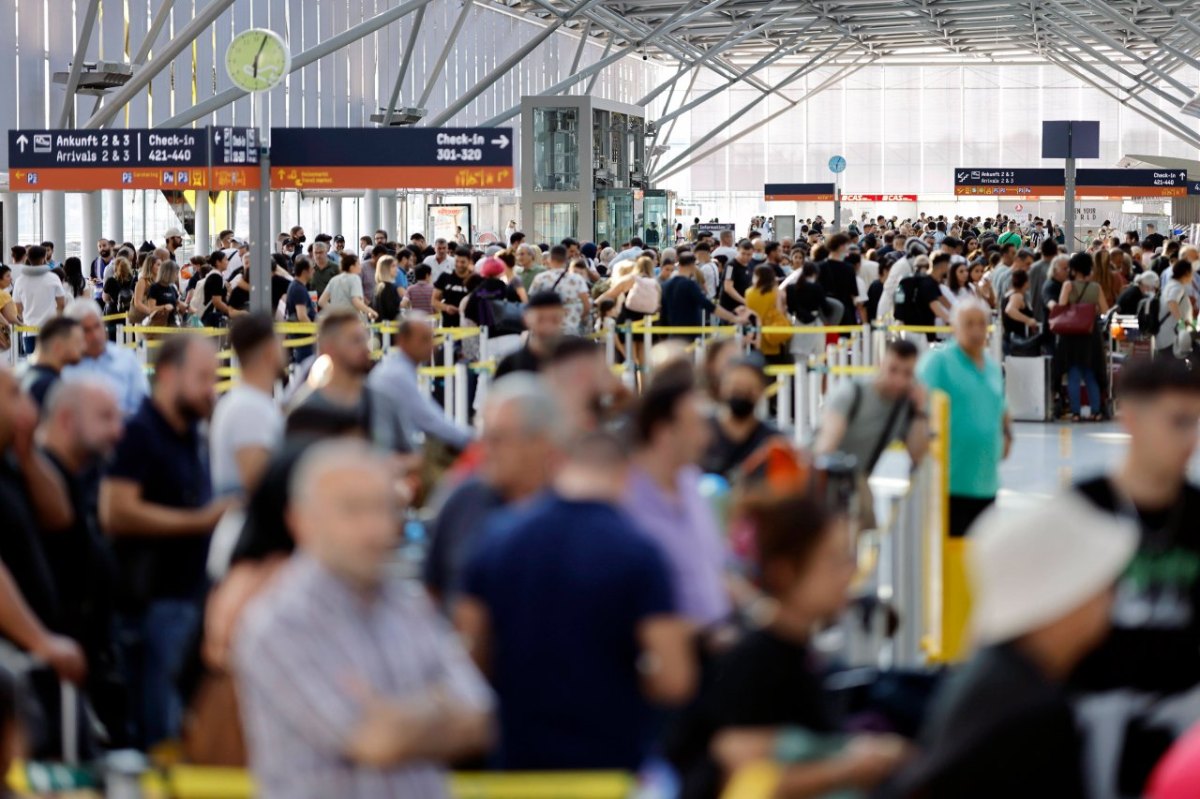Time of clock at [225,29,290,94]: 6:03
